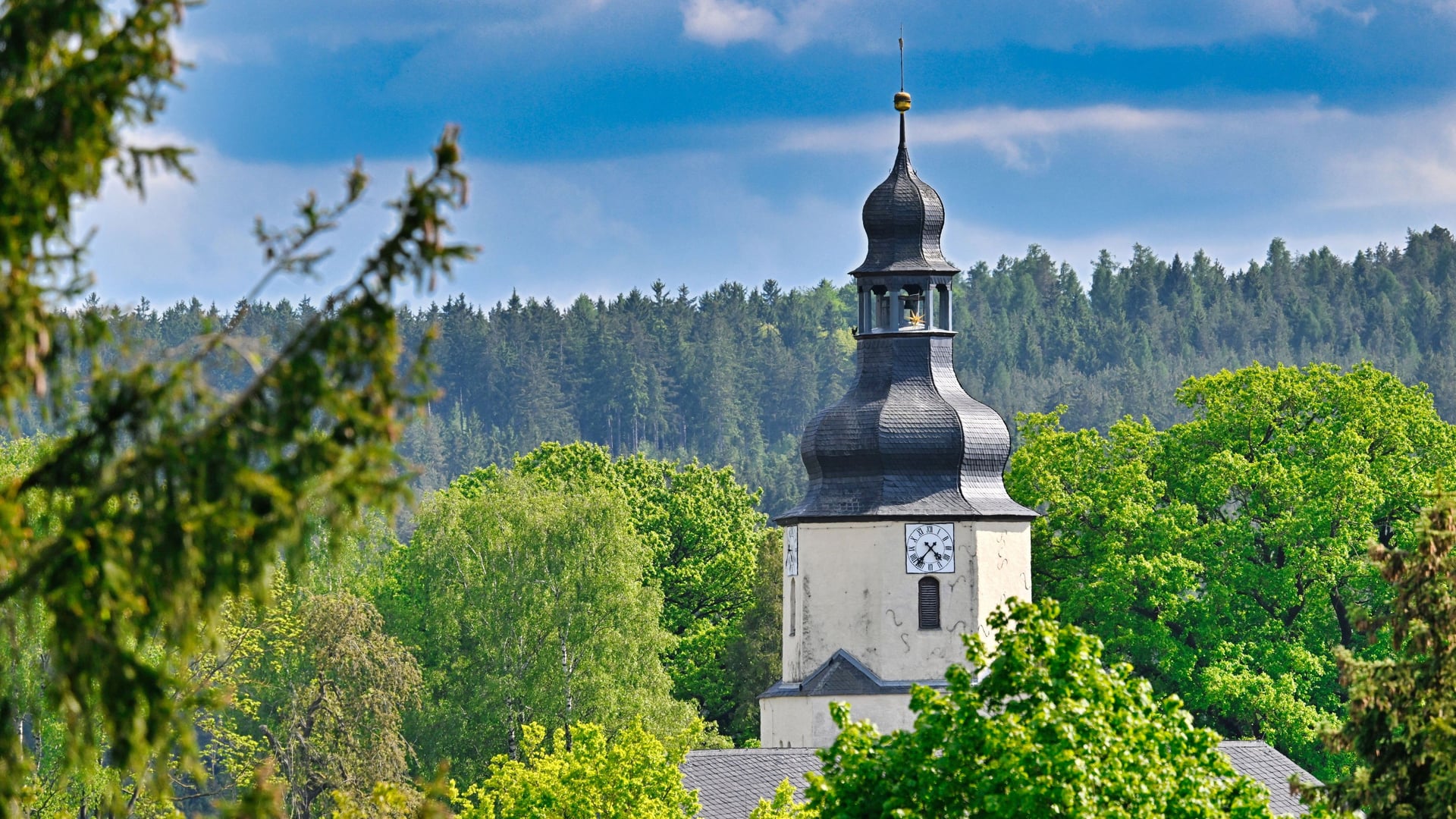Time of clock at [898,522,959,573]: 4:37
